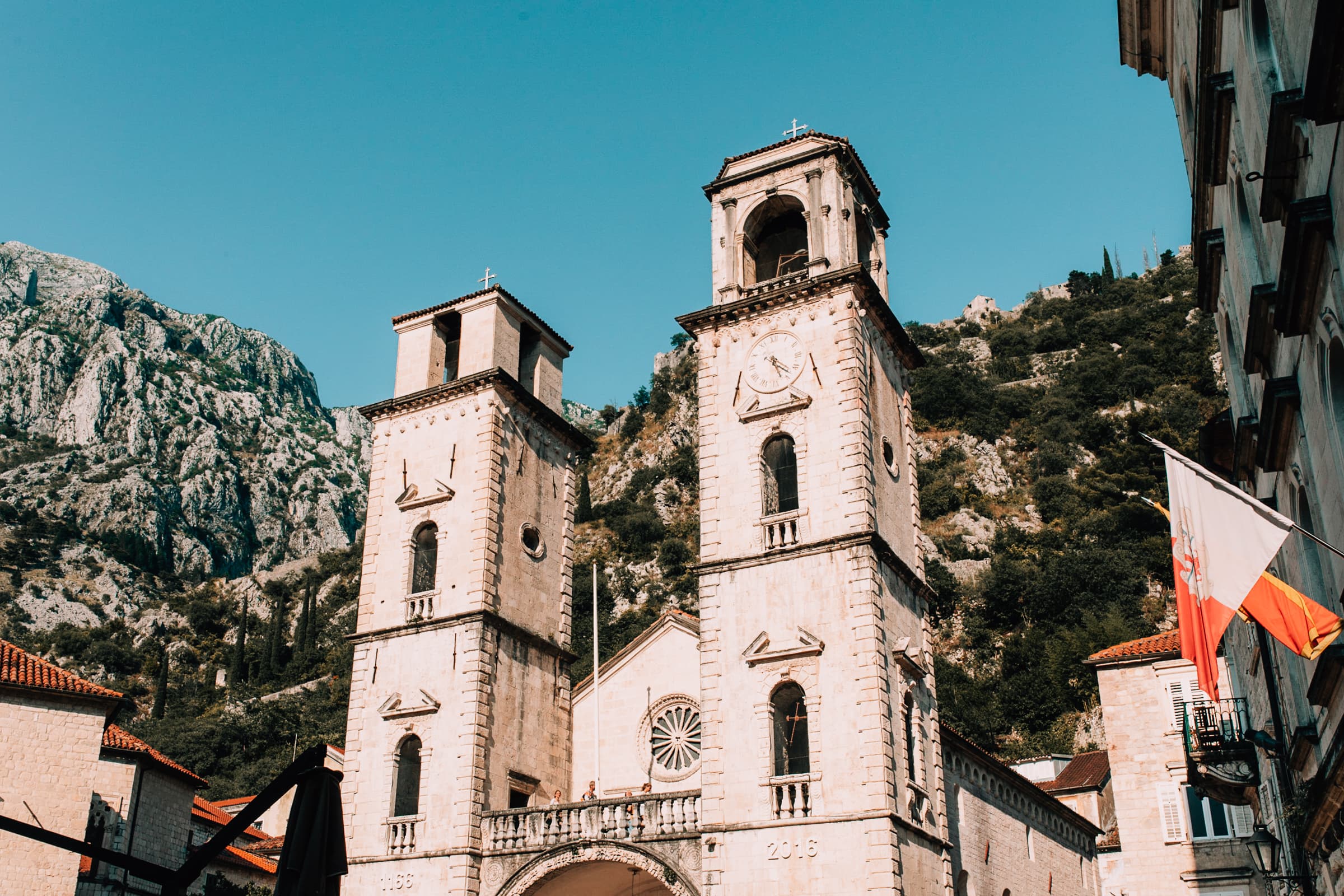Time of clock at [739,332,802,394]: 5:22
